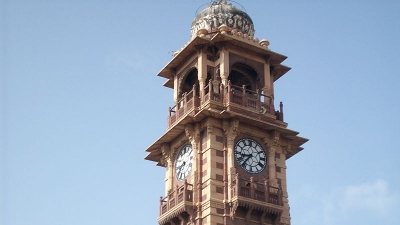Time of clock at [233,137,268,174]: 8:36
